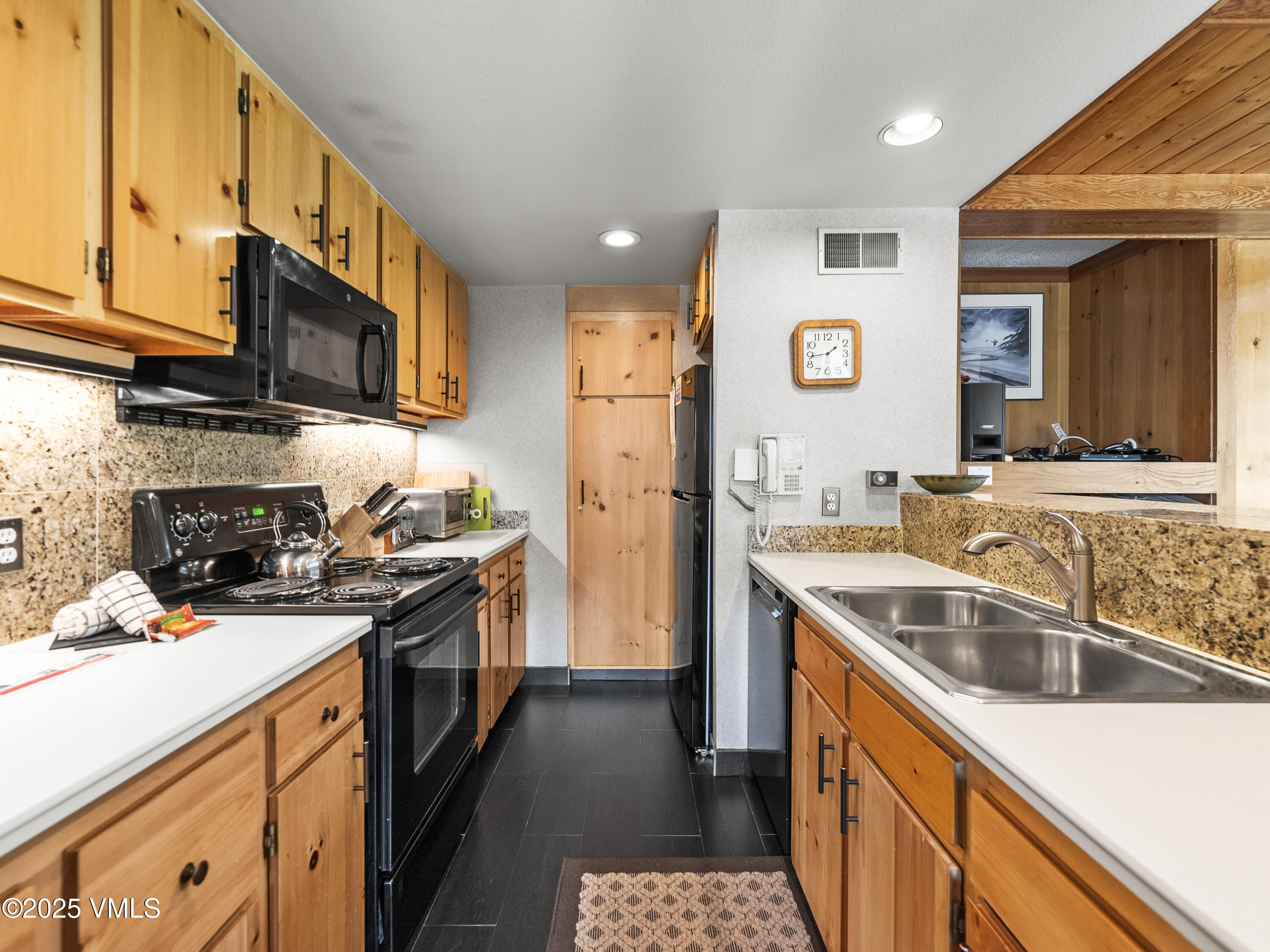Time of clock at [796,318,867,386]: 1:44
